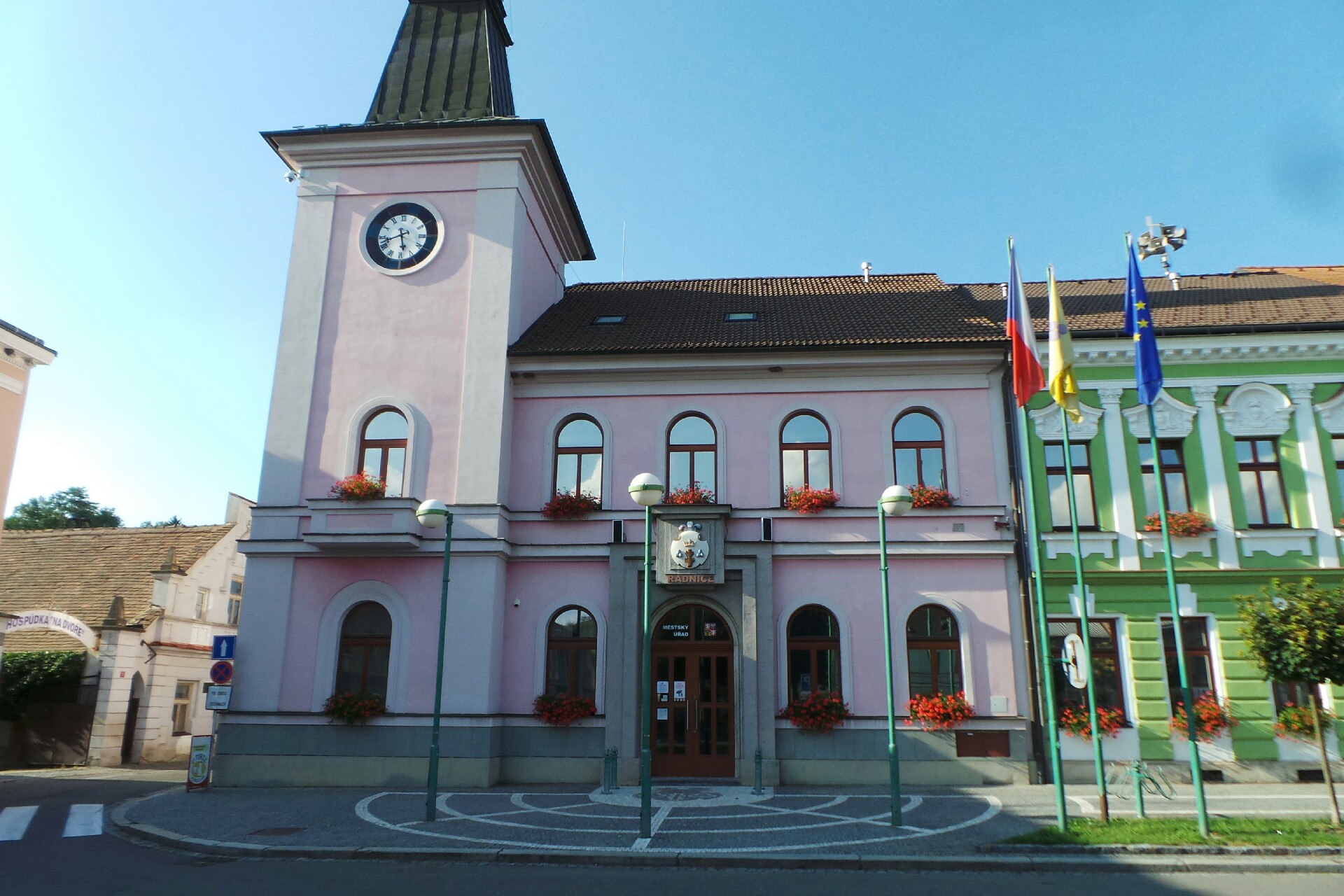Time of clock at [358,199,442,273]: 5:42
